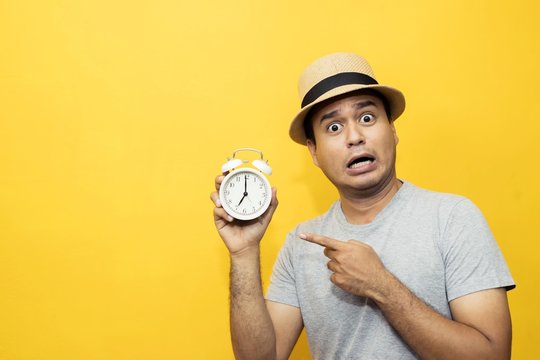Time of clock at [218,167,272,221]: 6:59
